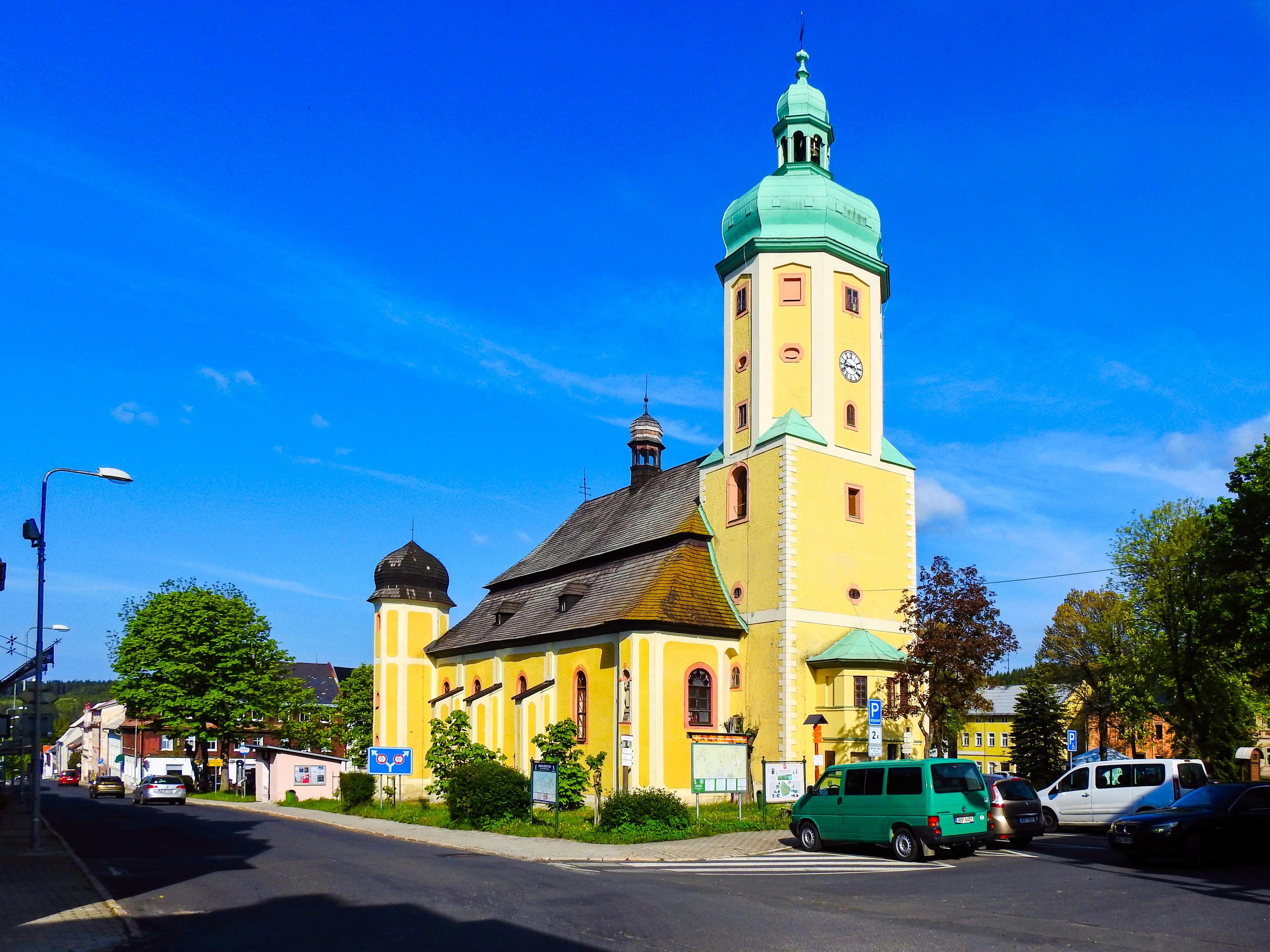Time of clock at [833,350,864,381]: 3:43
